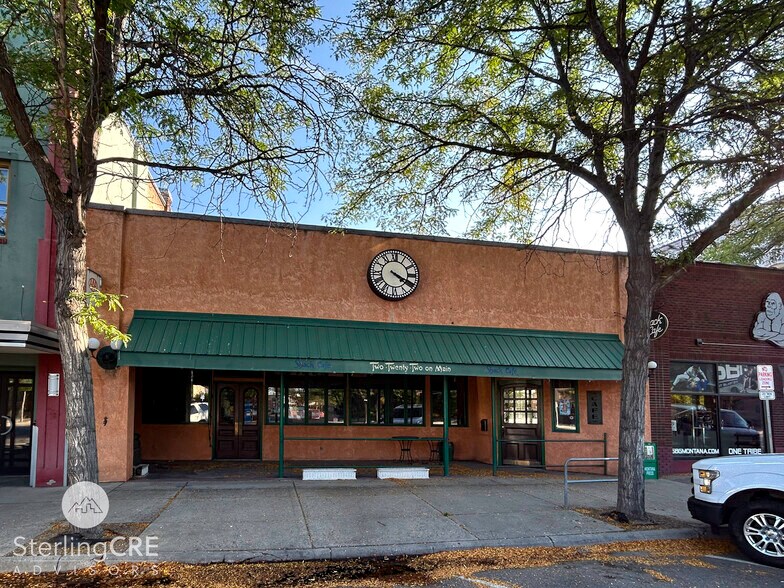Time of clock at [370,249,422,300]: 4:19
